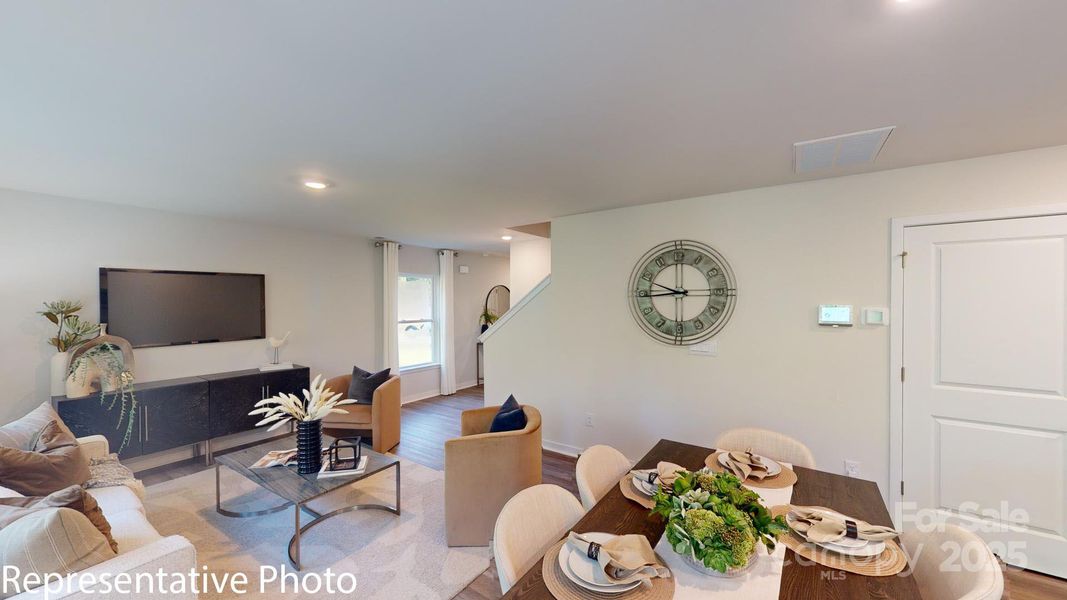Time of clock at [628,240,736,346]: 9:44
